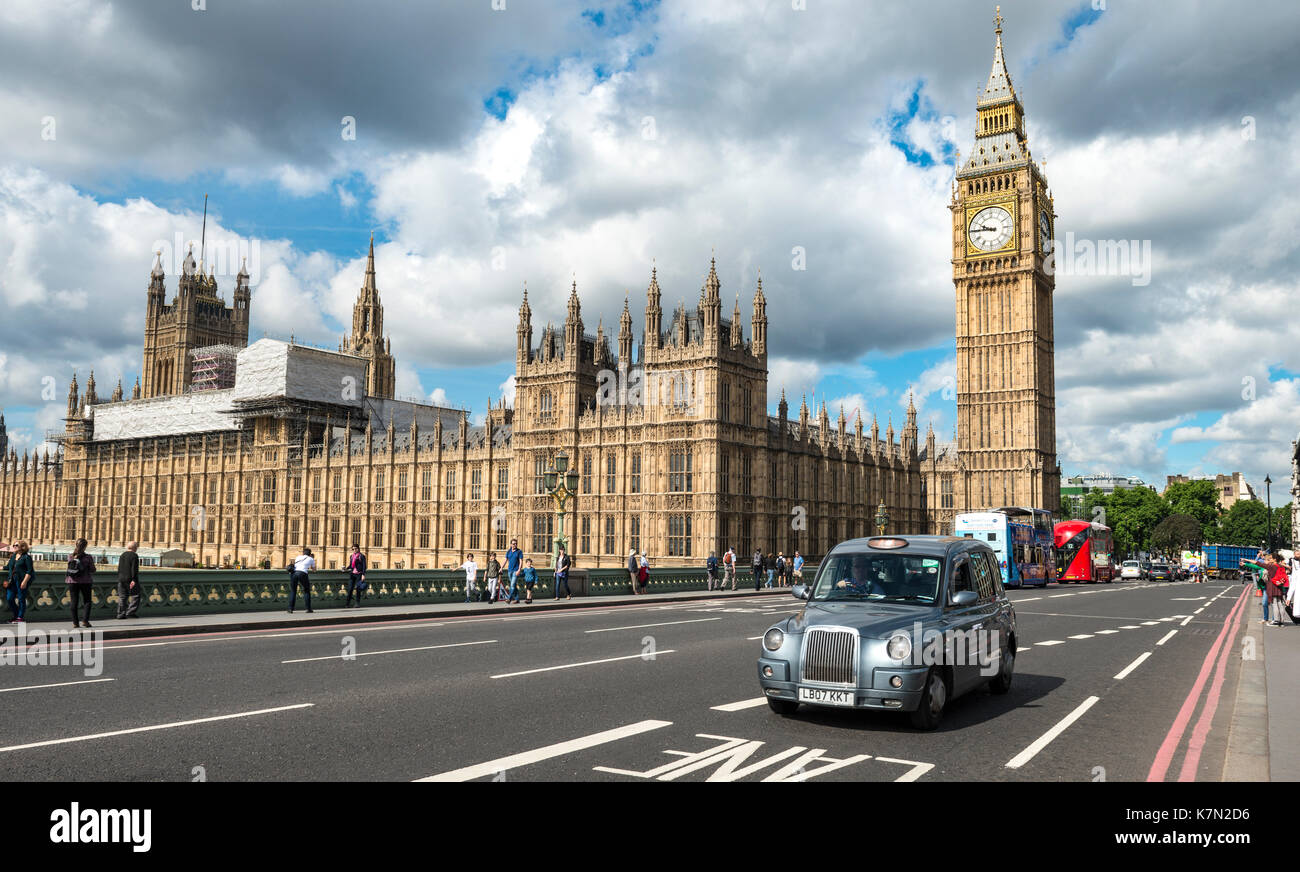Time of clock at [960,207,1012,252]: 9:45
